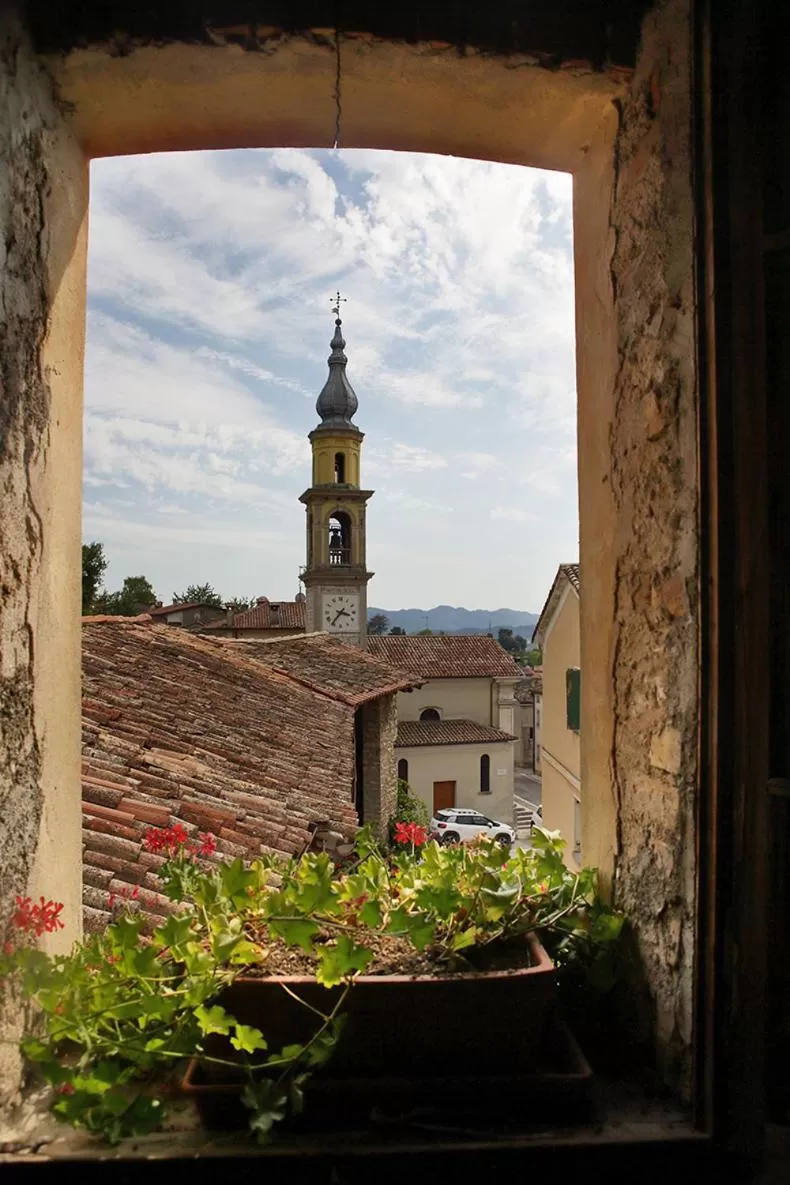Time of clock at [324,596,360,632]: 3:36
